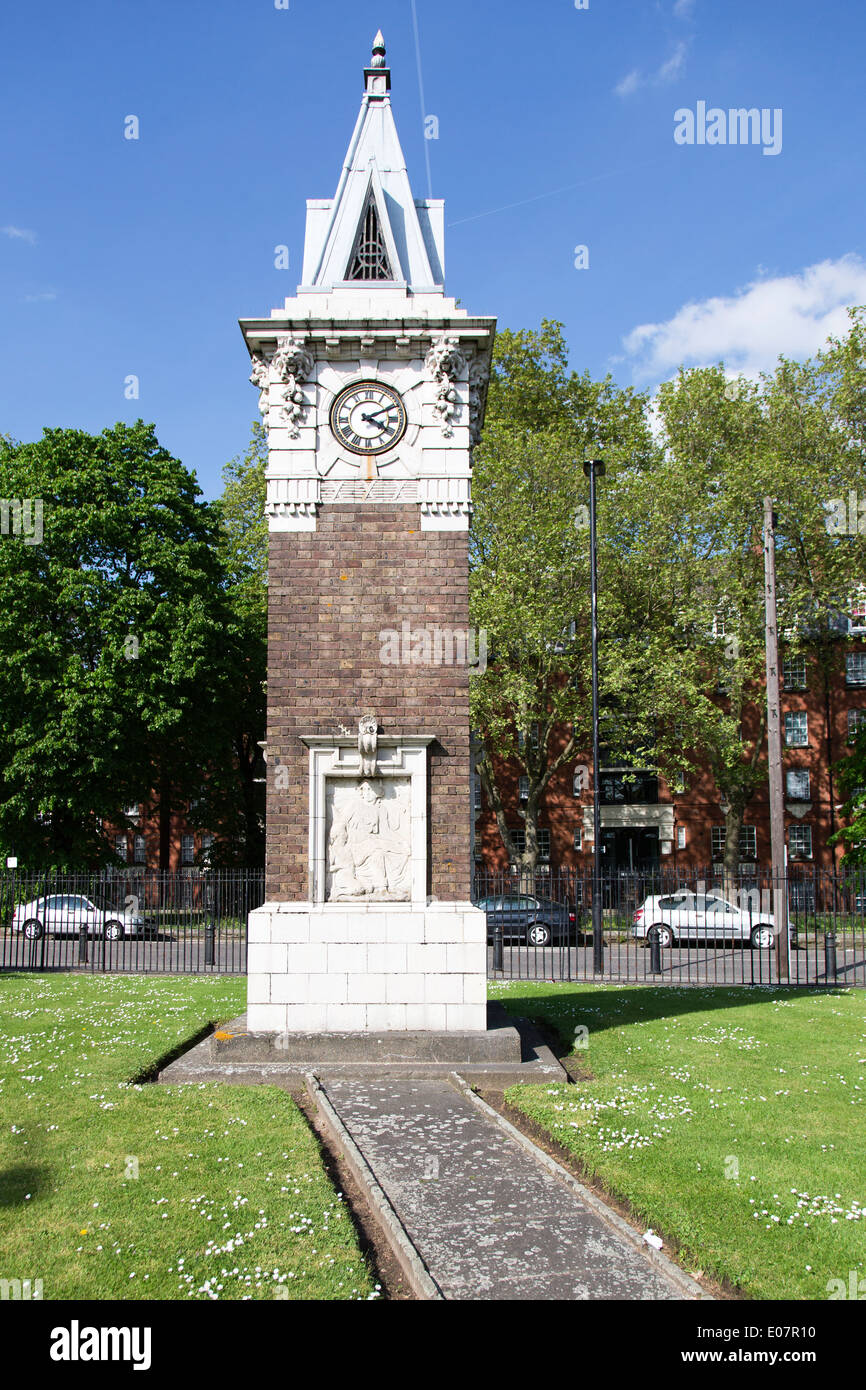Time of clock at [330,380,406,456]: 4:10
